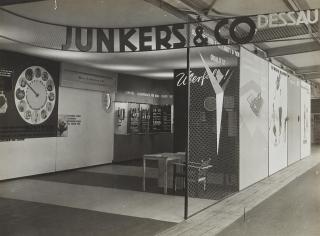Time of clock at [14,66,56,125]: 9:51
